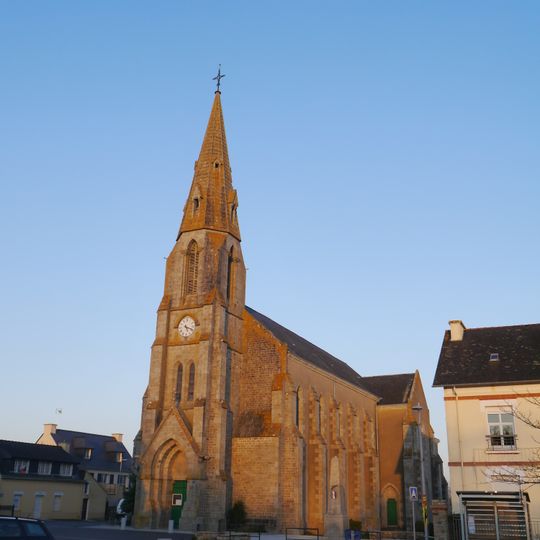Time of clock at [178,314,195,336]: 5:18
